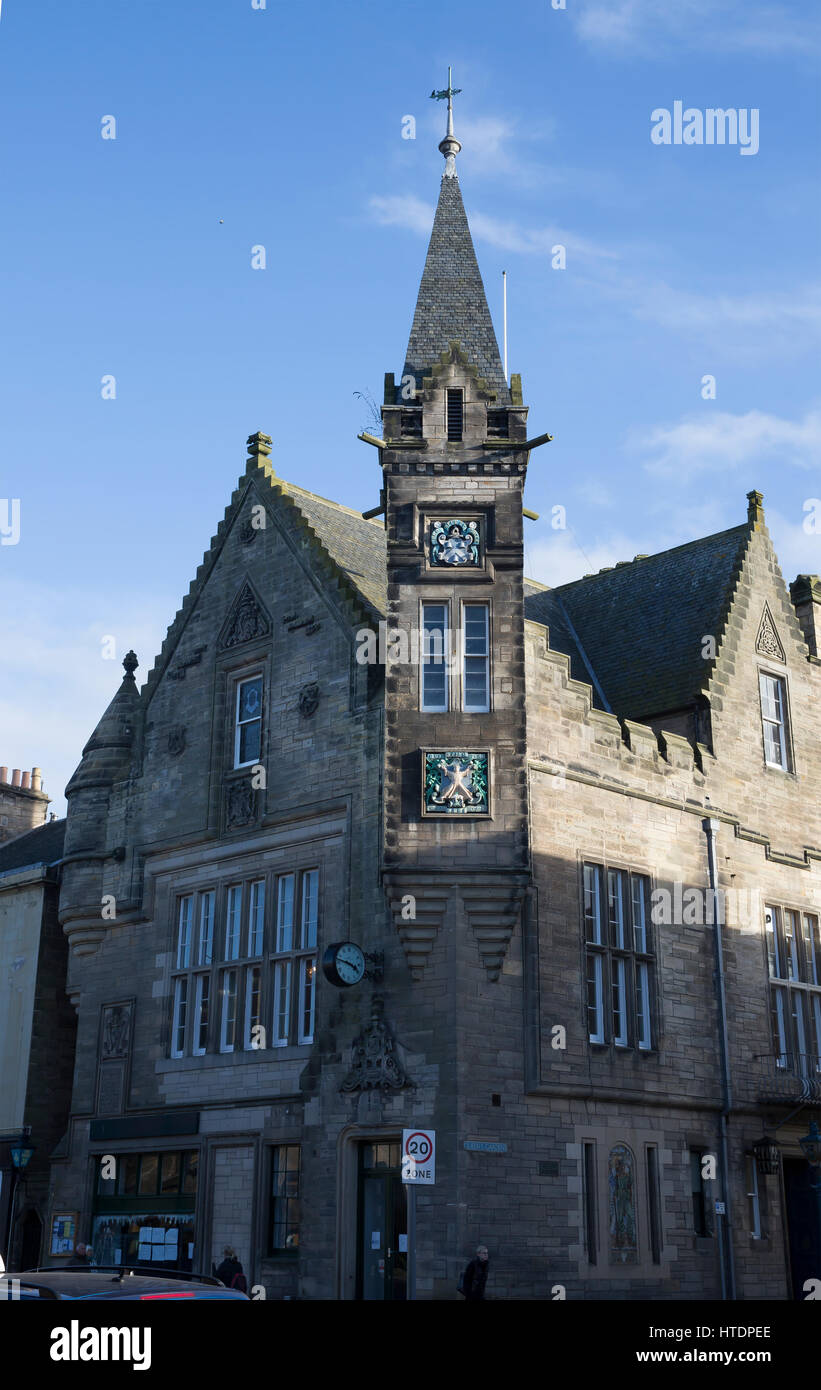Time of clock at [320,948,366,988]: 3:47
